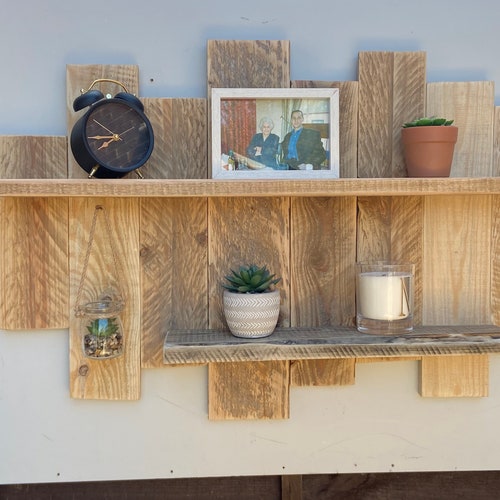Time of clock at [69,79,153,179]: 7:43
